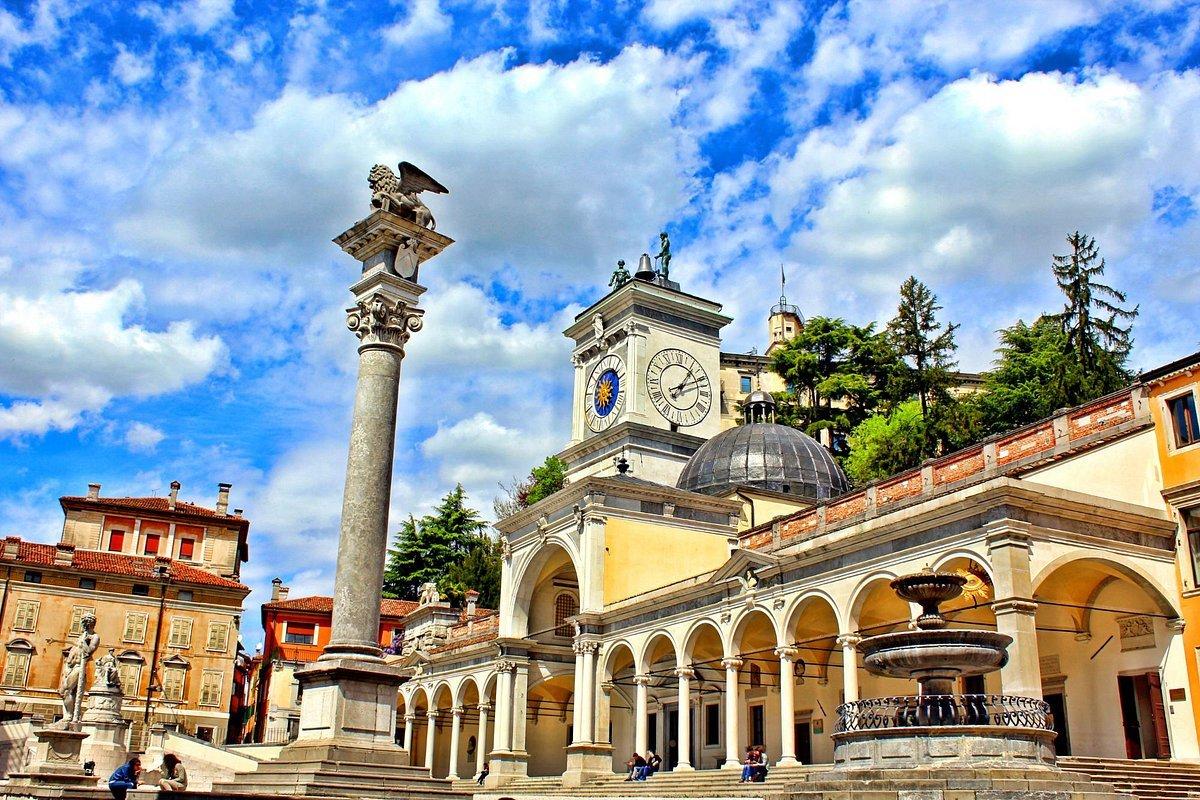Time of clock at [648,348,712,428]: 1:10
